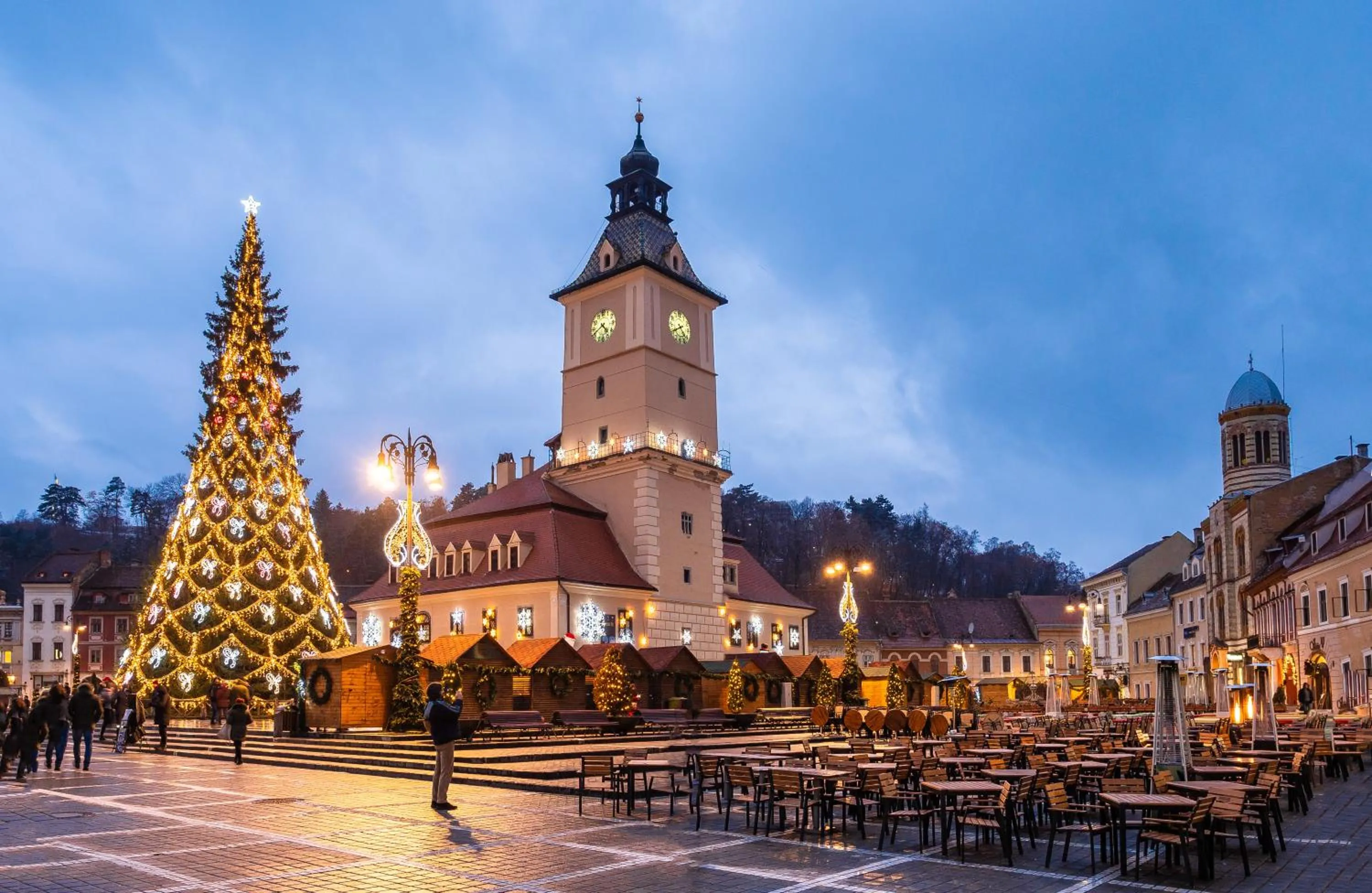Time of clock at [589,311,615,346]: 4:40
